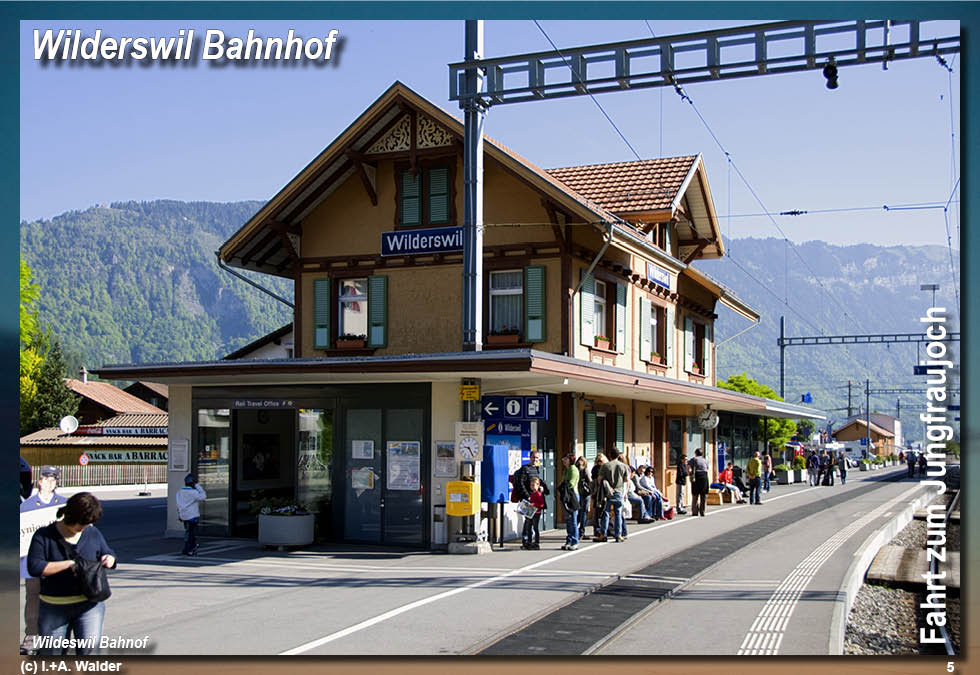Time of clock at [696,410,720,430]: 9:05
